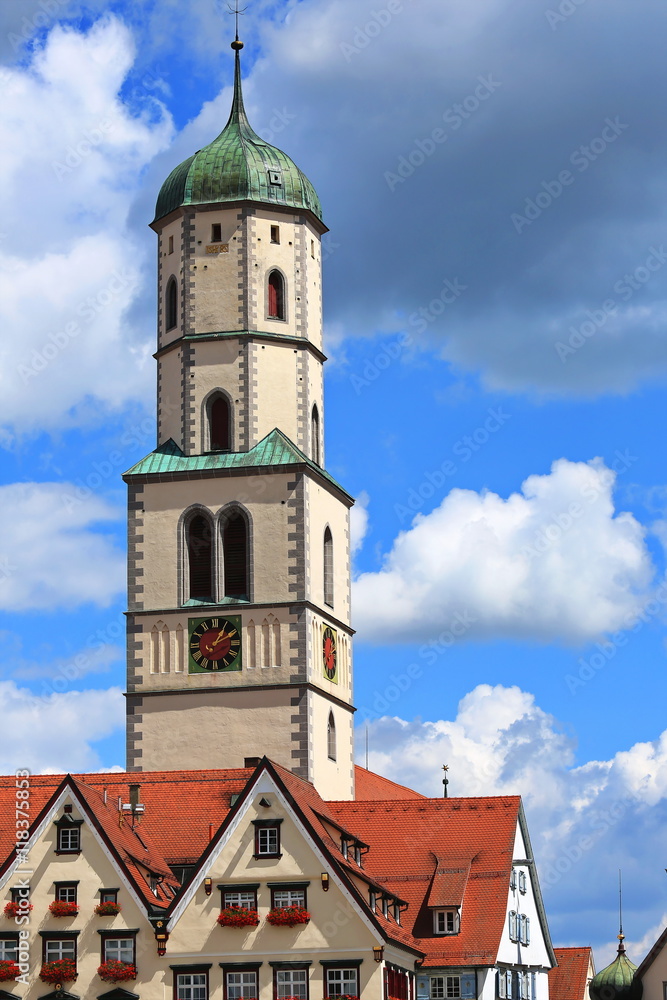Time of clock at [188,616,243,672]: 1:10
